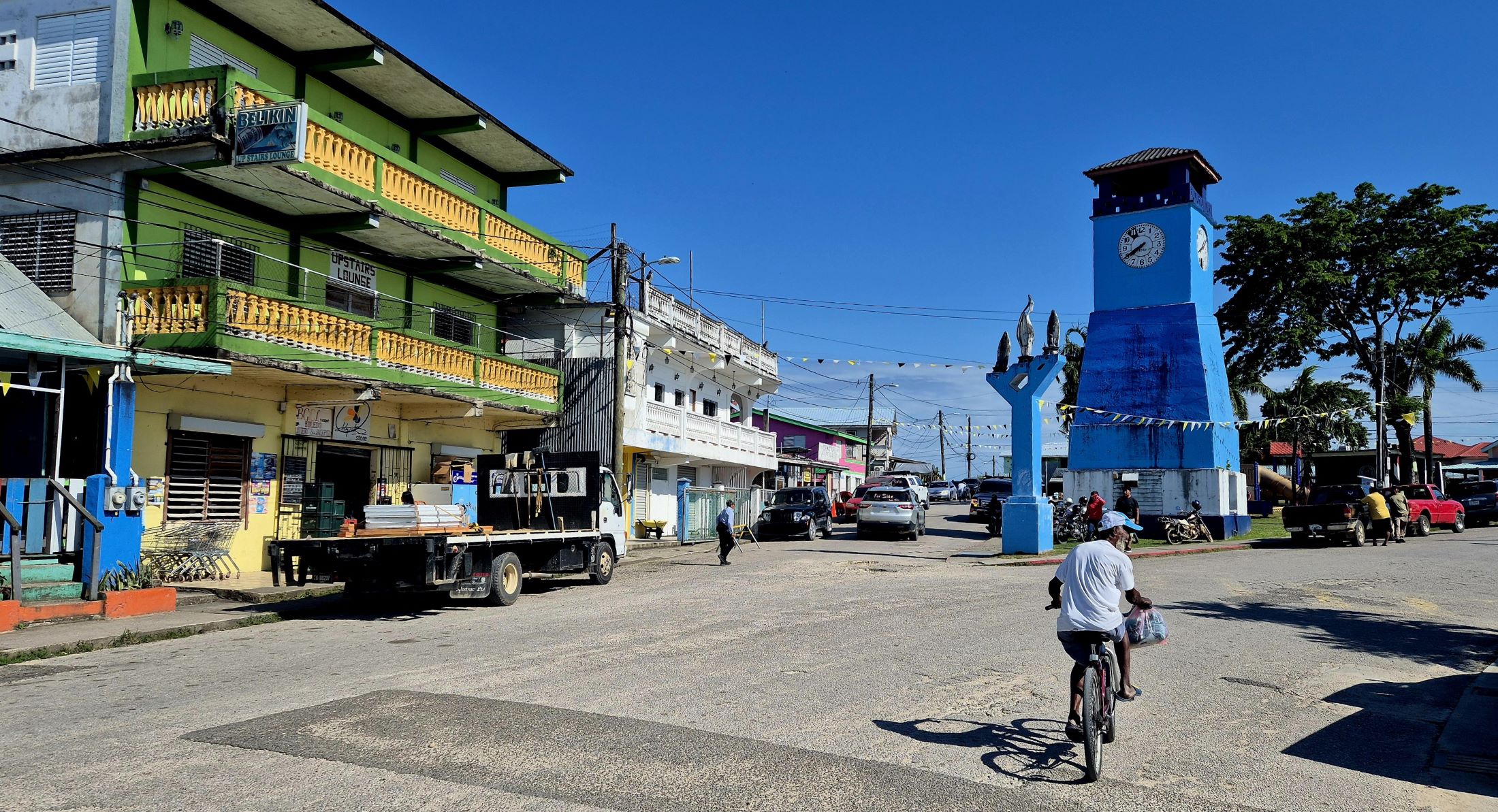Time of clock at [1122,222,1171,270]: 7:40
